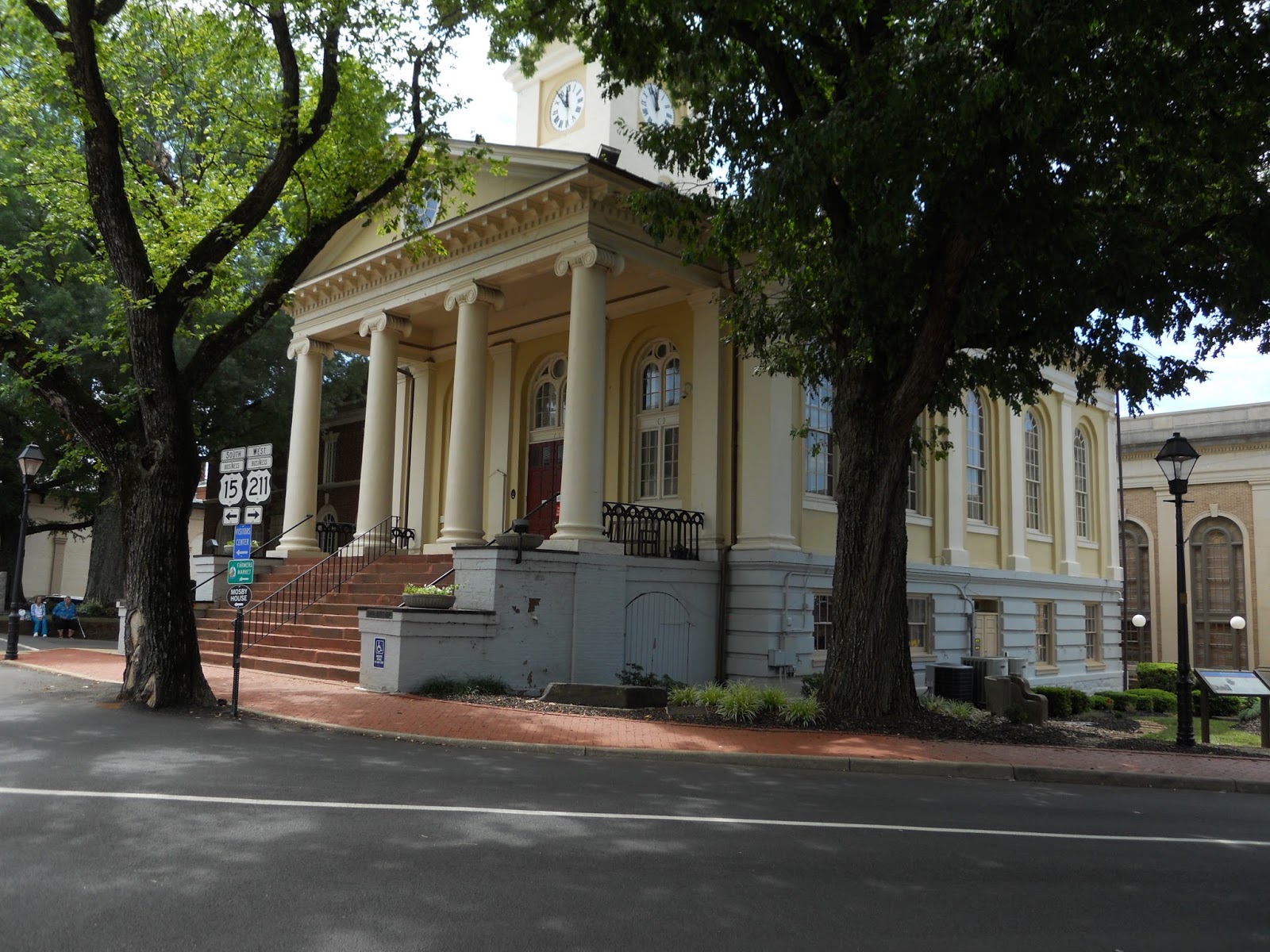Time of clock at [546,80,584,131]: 11:53
